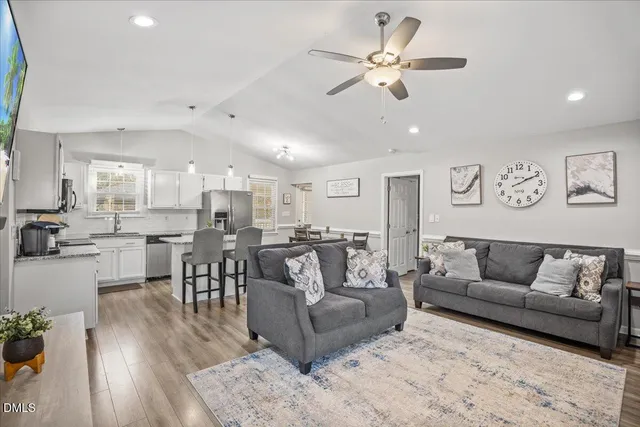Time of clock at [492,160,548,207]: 2:11
